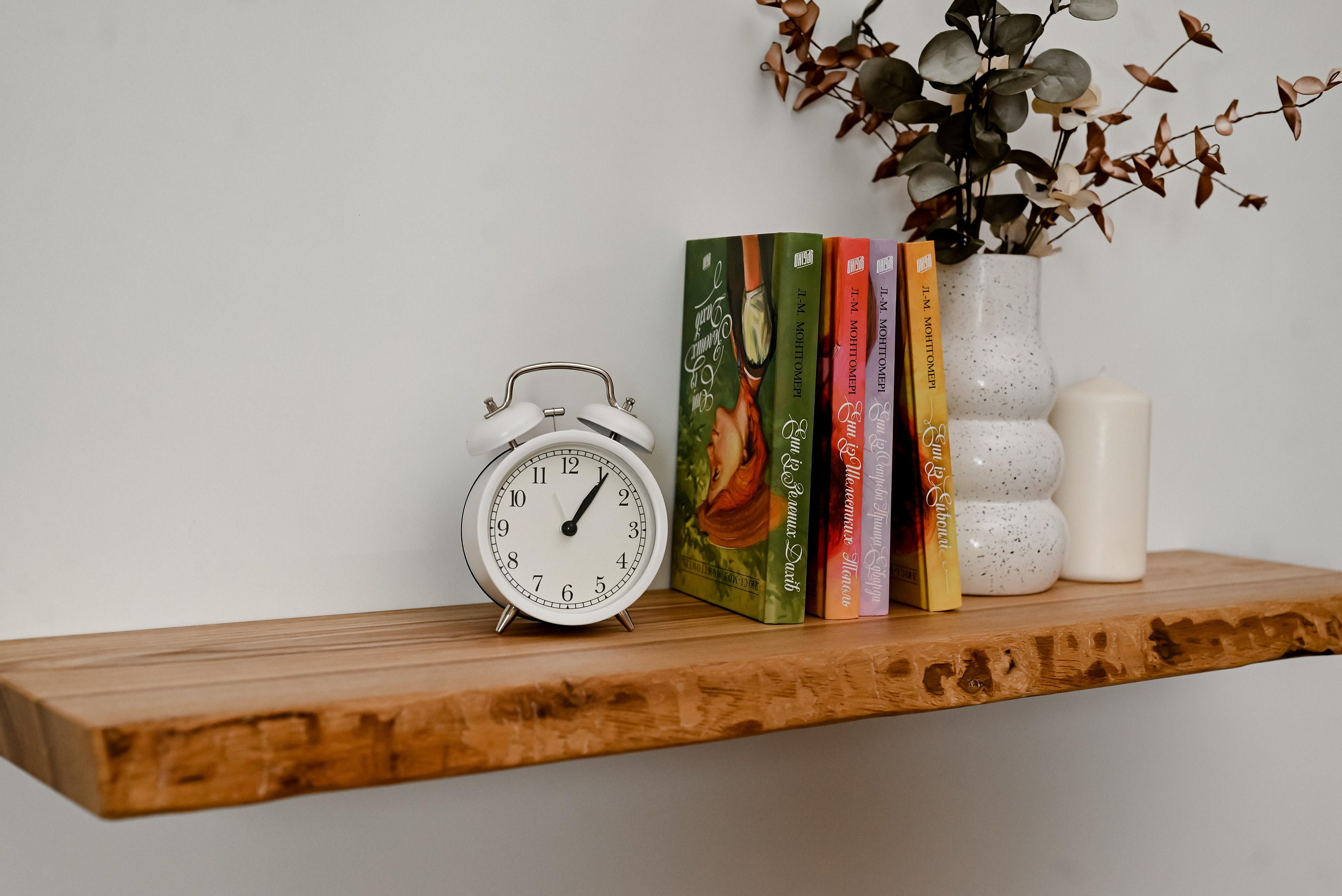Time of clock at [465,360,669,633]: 1:06
